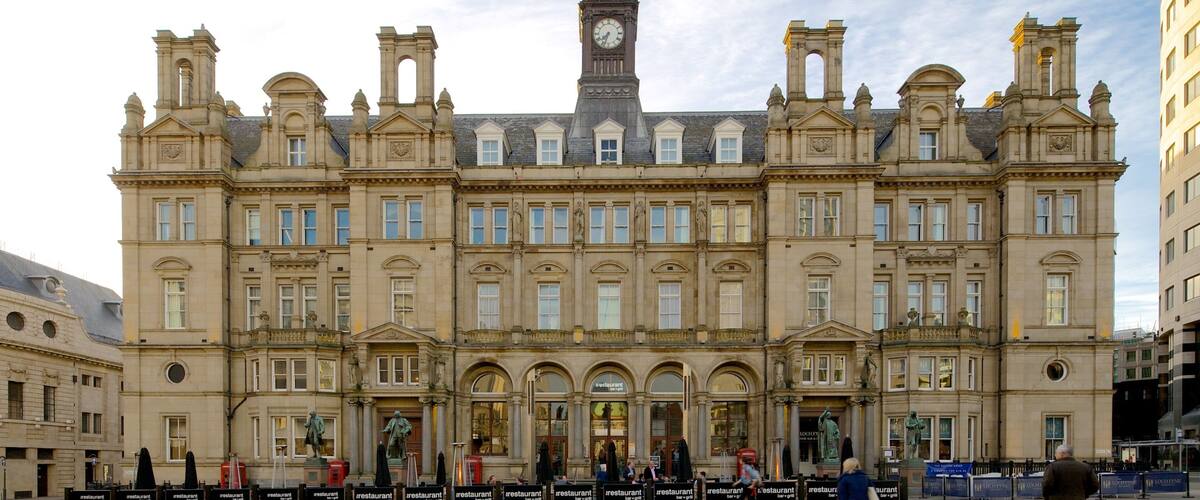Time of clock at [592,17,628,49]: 7:33
